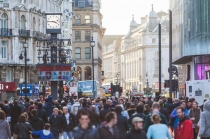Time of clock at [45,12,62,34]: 3:45
